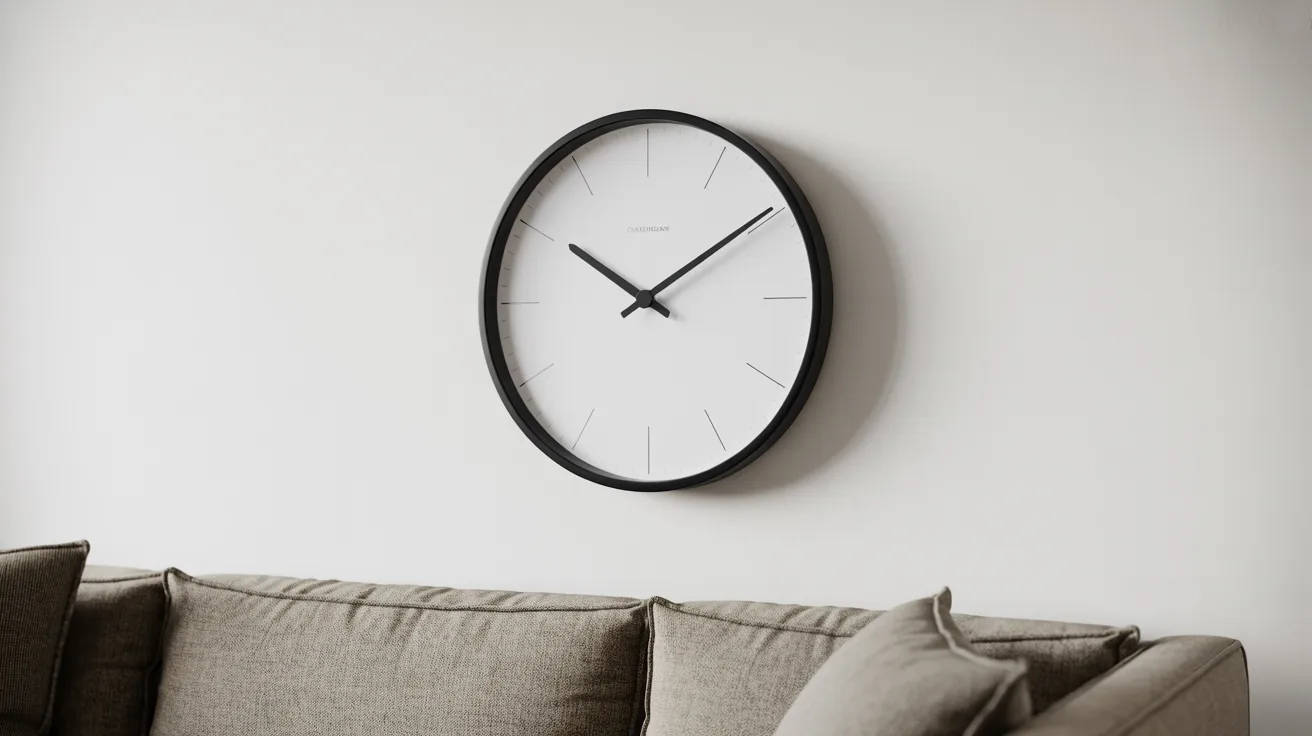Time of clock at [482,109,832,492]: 10:09
